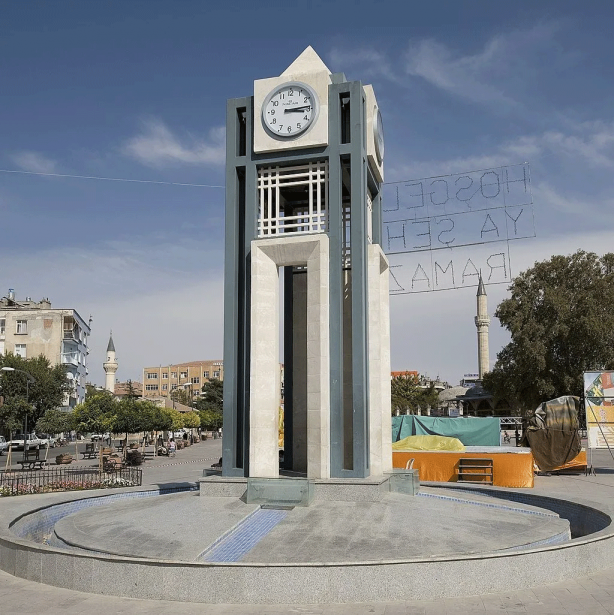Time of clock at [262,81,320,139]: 3:13
